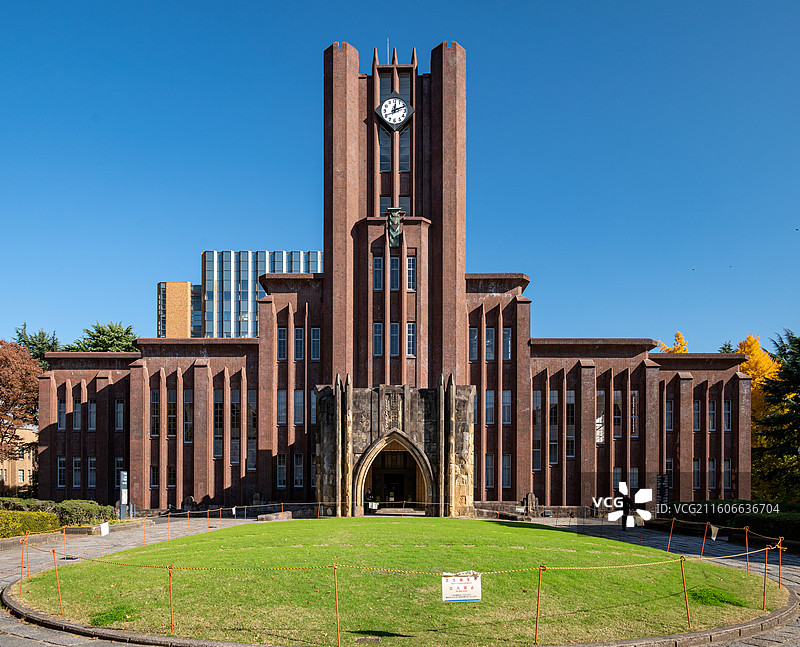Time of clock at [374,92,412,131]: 12:11
